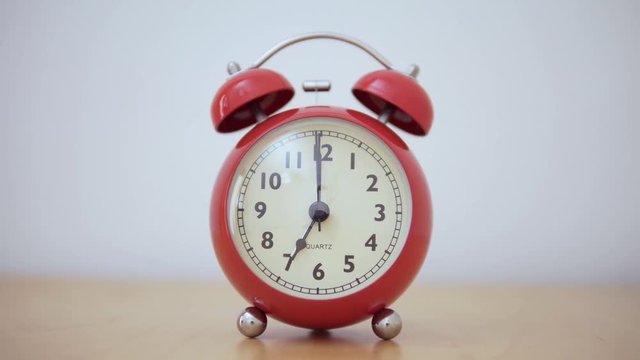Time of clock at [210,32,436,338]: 6:59
